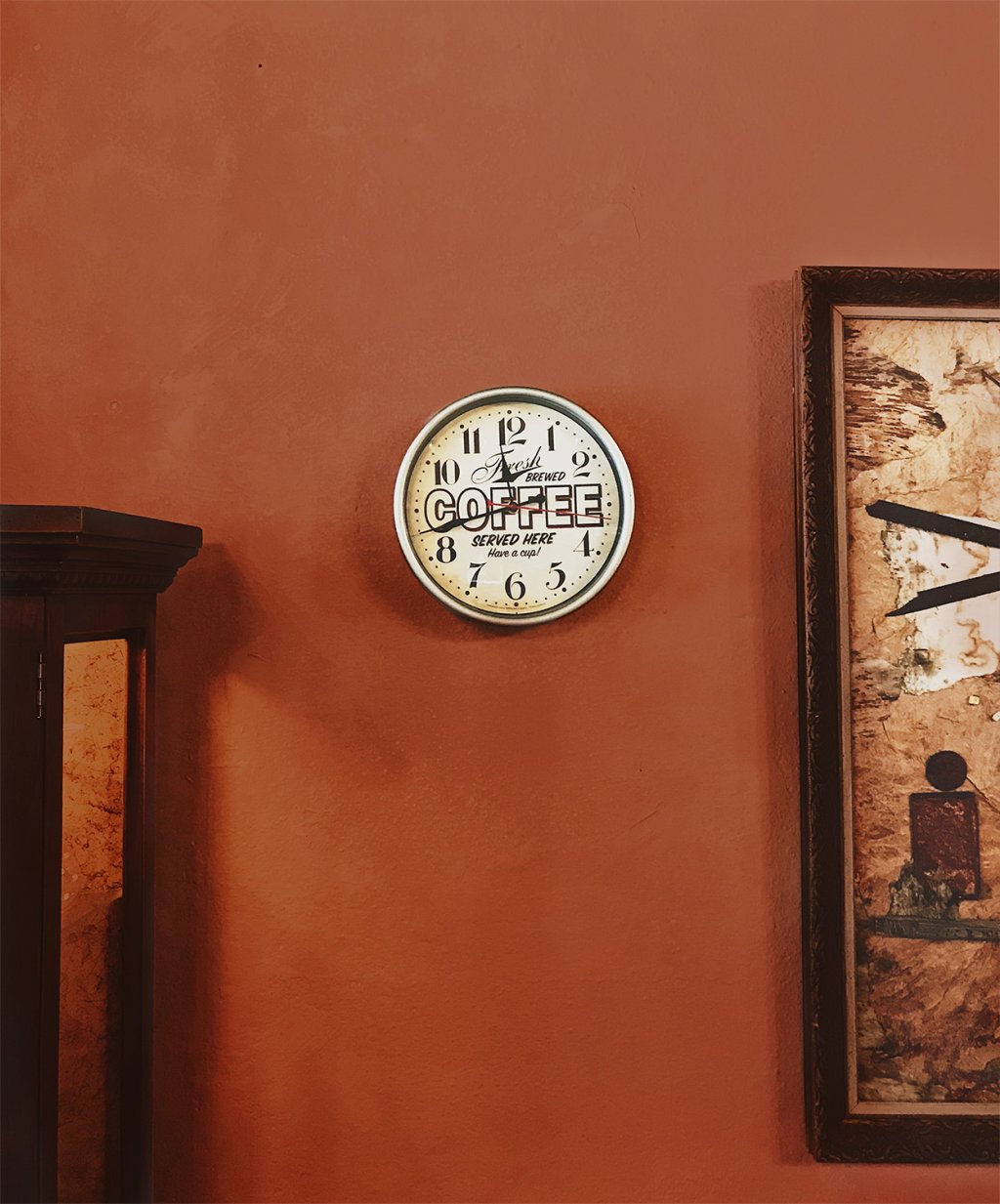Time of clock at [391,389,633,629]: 11:42
